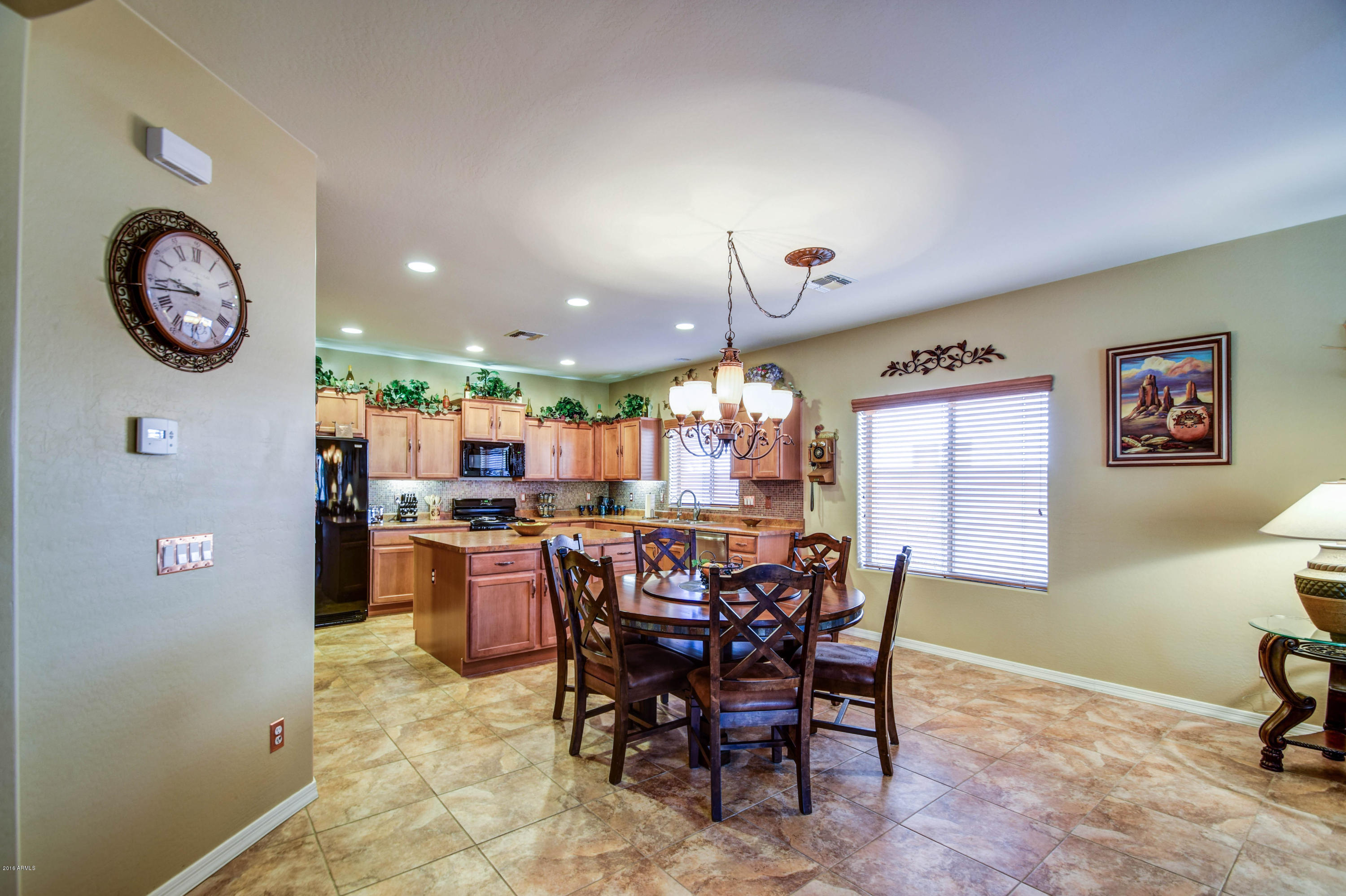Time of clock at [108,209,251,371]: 9:43
